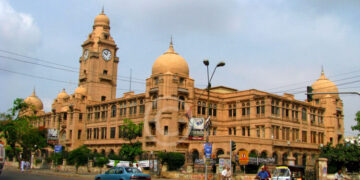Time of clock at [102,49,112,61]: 10:02
